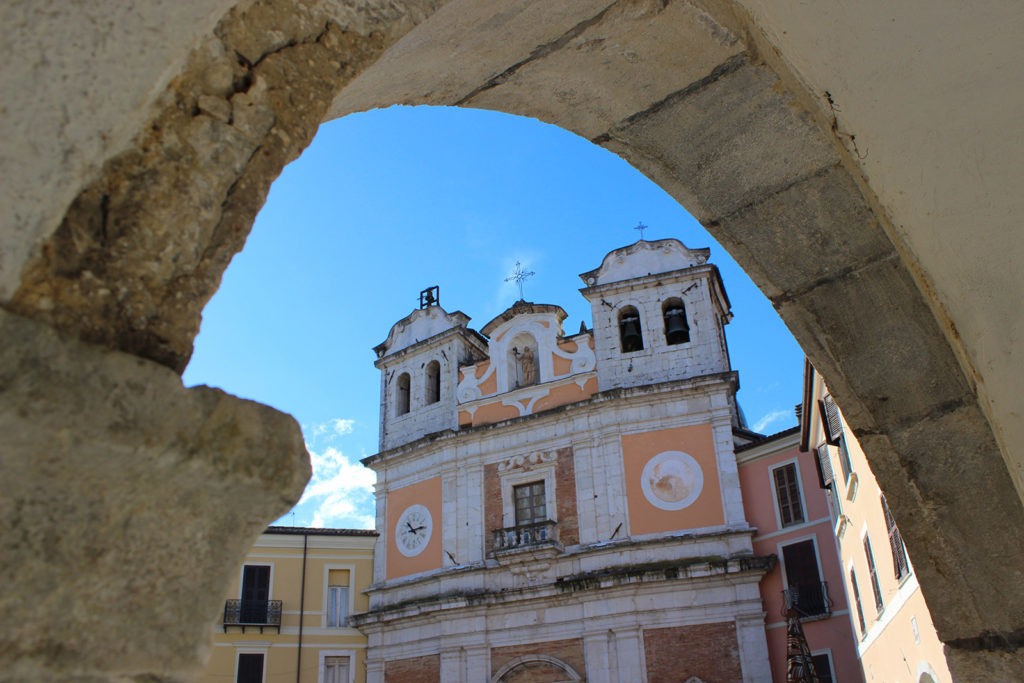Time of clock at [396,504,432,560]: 10:13
